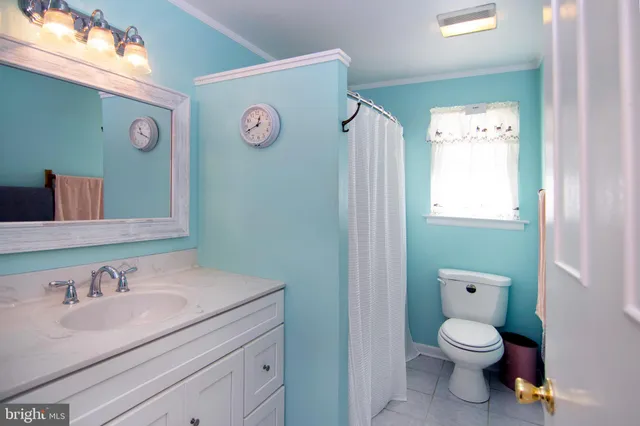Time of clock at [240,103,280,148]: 12:41
